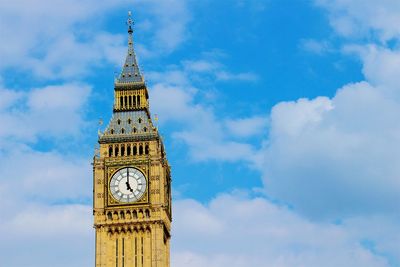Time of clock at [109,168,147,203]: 4:59
